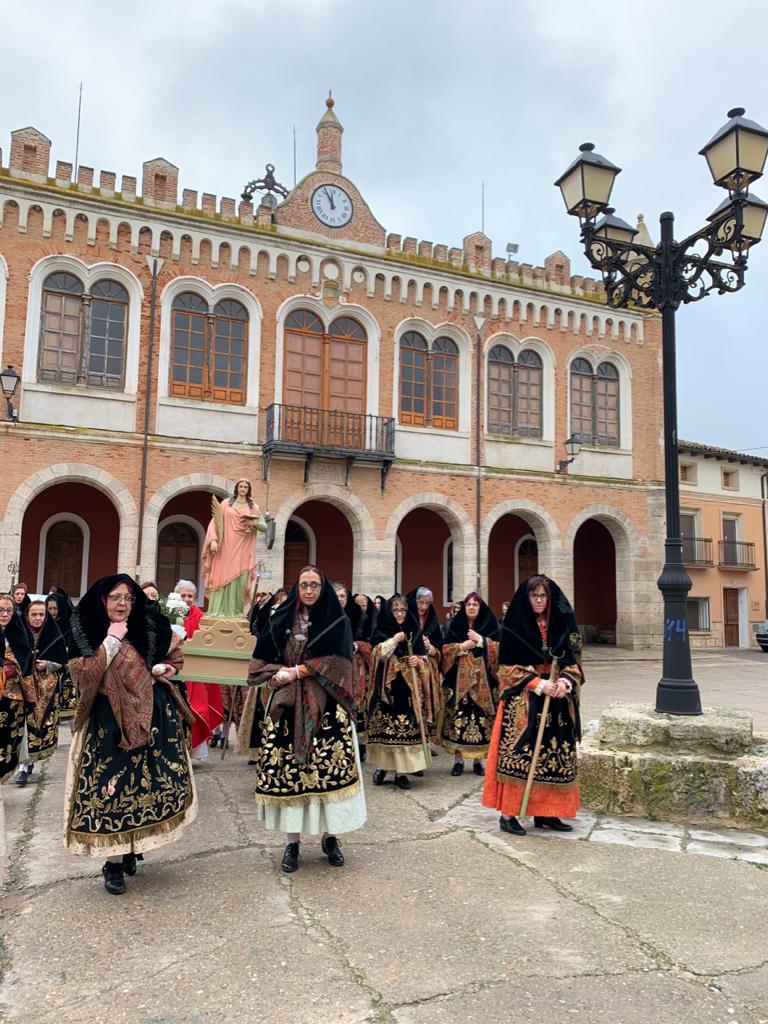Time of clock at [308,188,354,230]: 11:55
